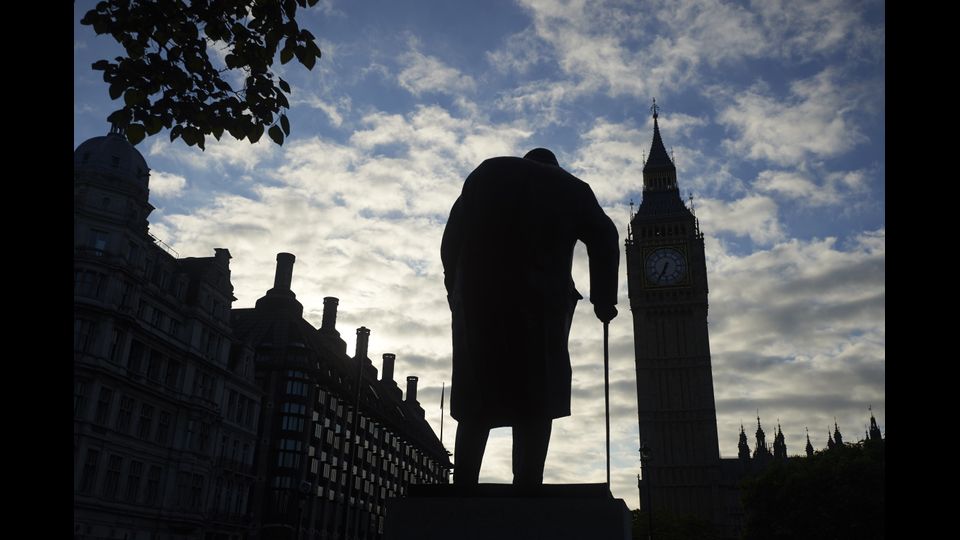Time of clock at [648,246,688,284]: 6:34
